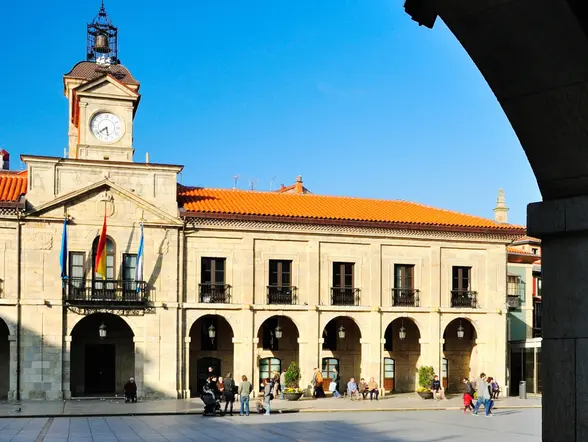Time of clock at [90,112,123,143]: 5:38
